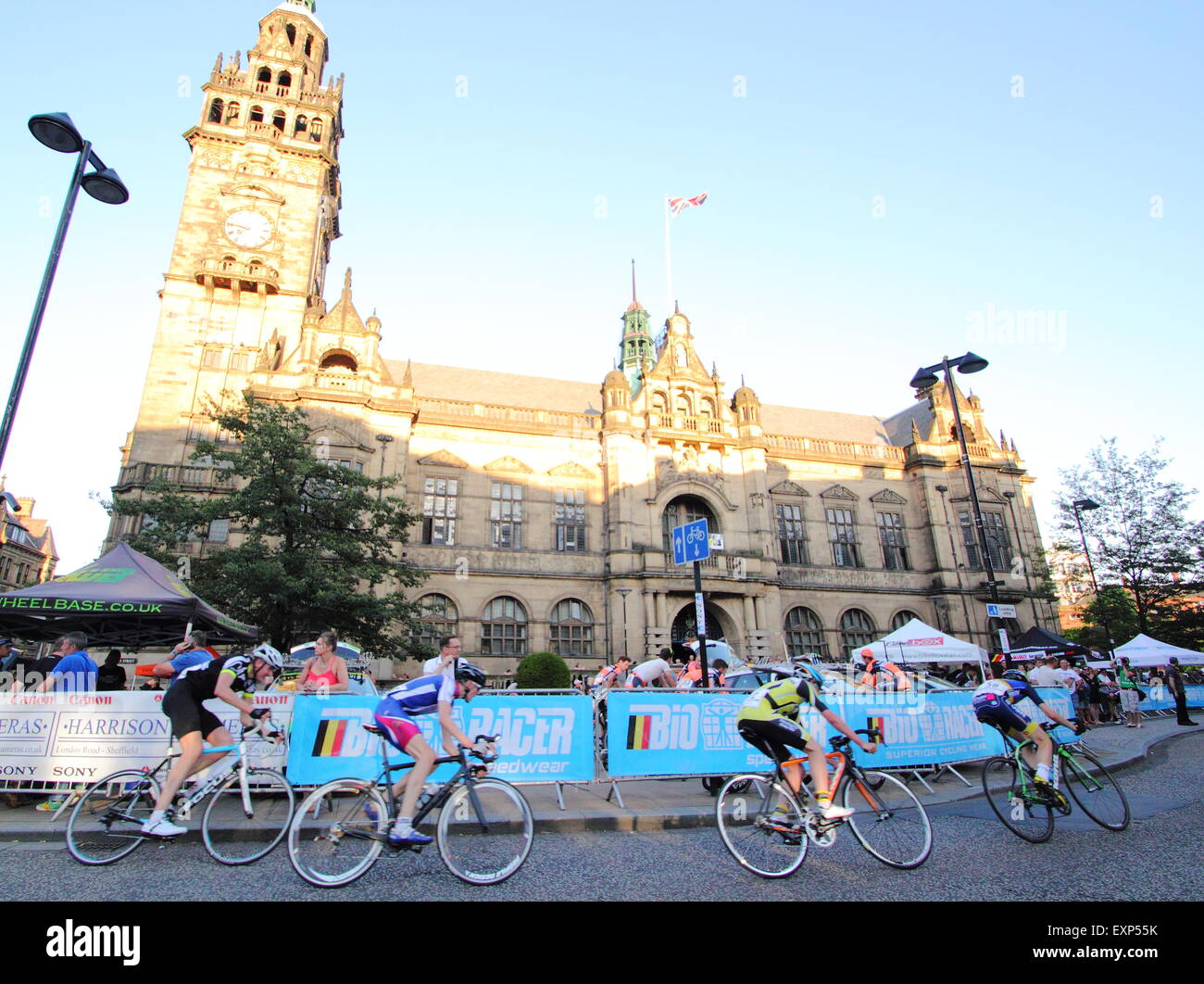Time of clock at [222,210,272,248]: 7:46
